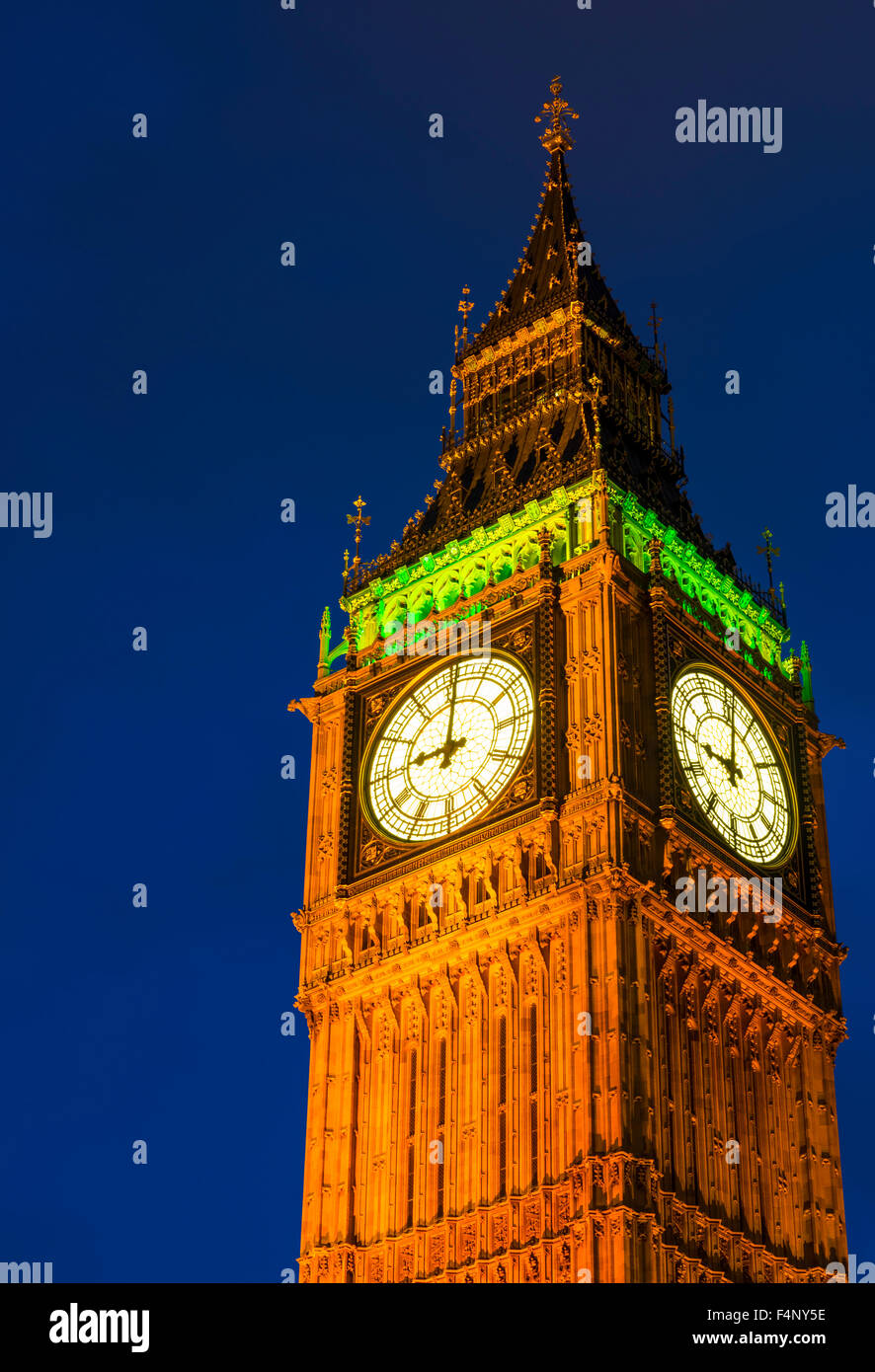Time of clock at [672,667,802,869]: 9:01
